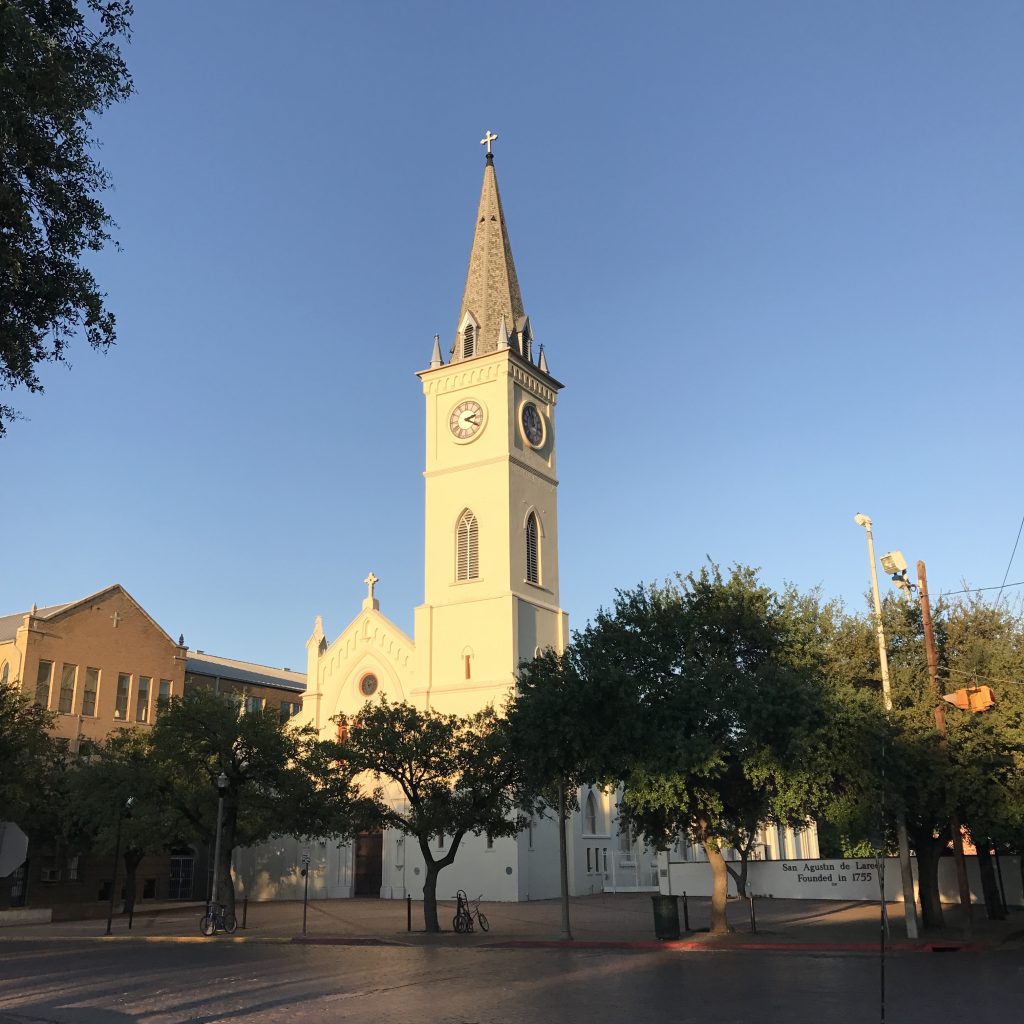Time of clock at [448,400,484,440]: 2:19
